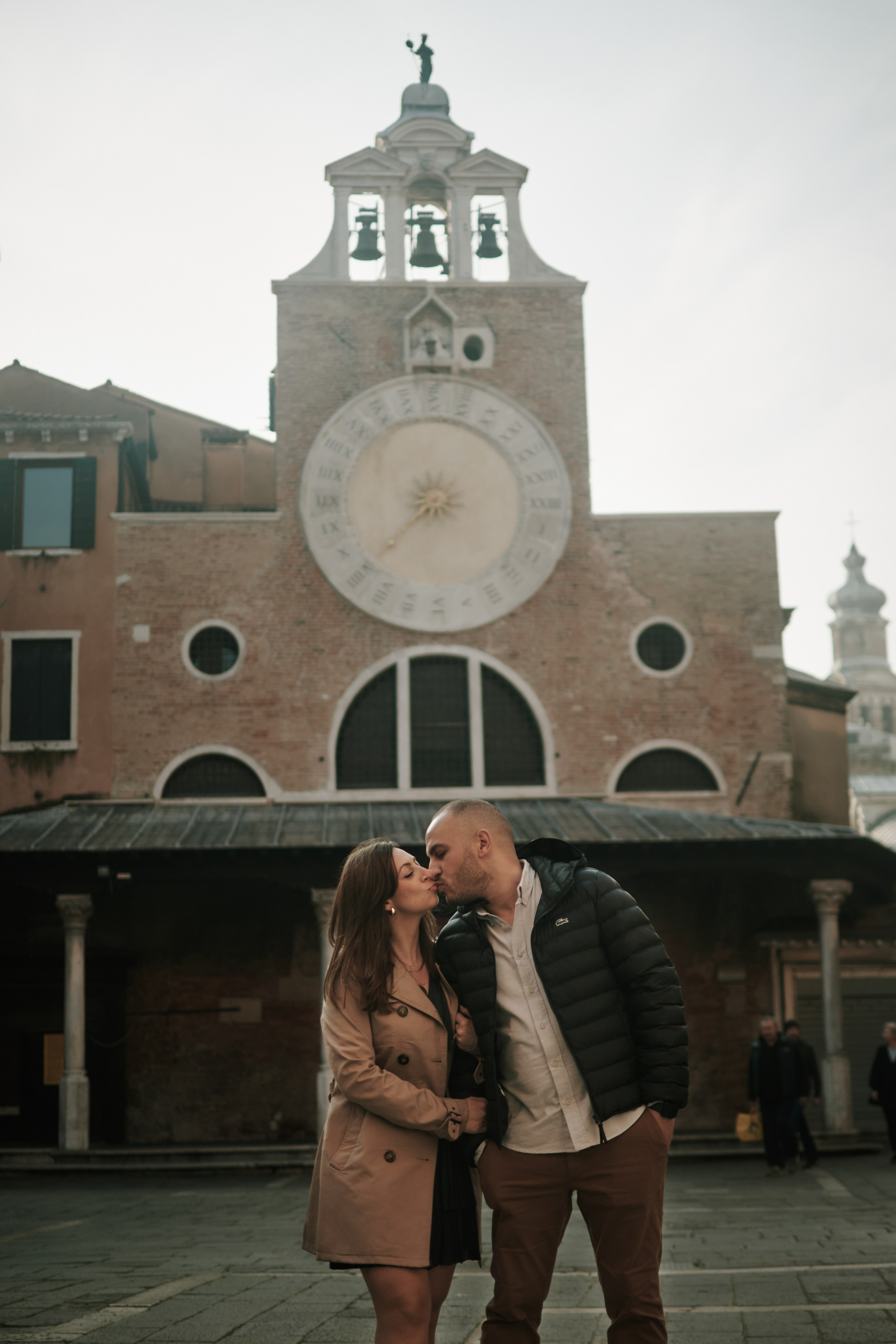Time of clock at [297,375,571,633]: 7:37
